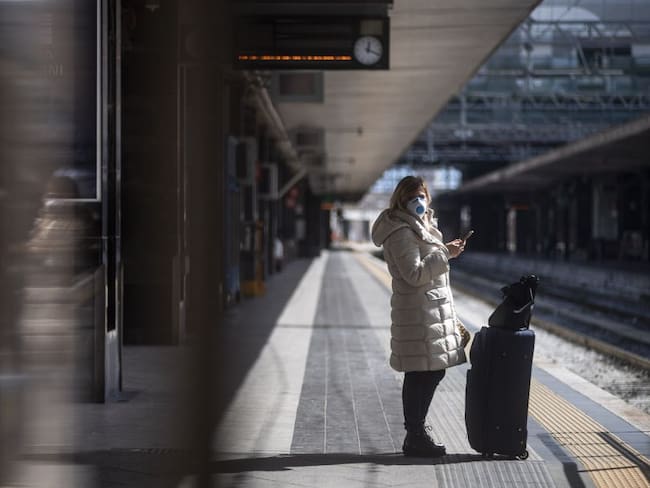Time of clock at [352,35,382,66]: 12:18
